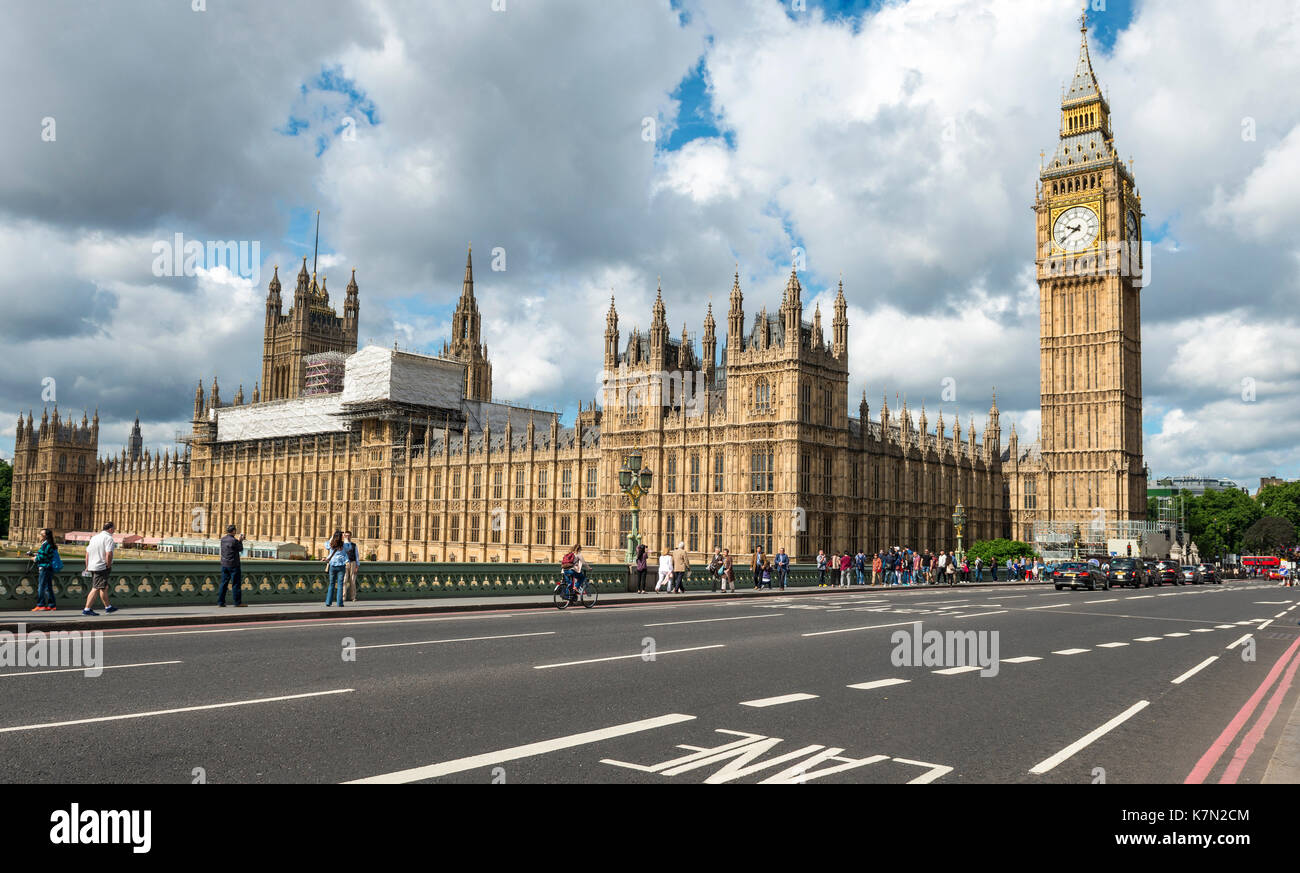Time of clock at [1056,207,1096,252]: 9:39
